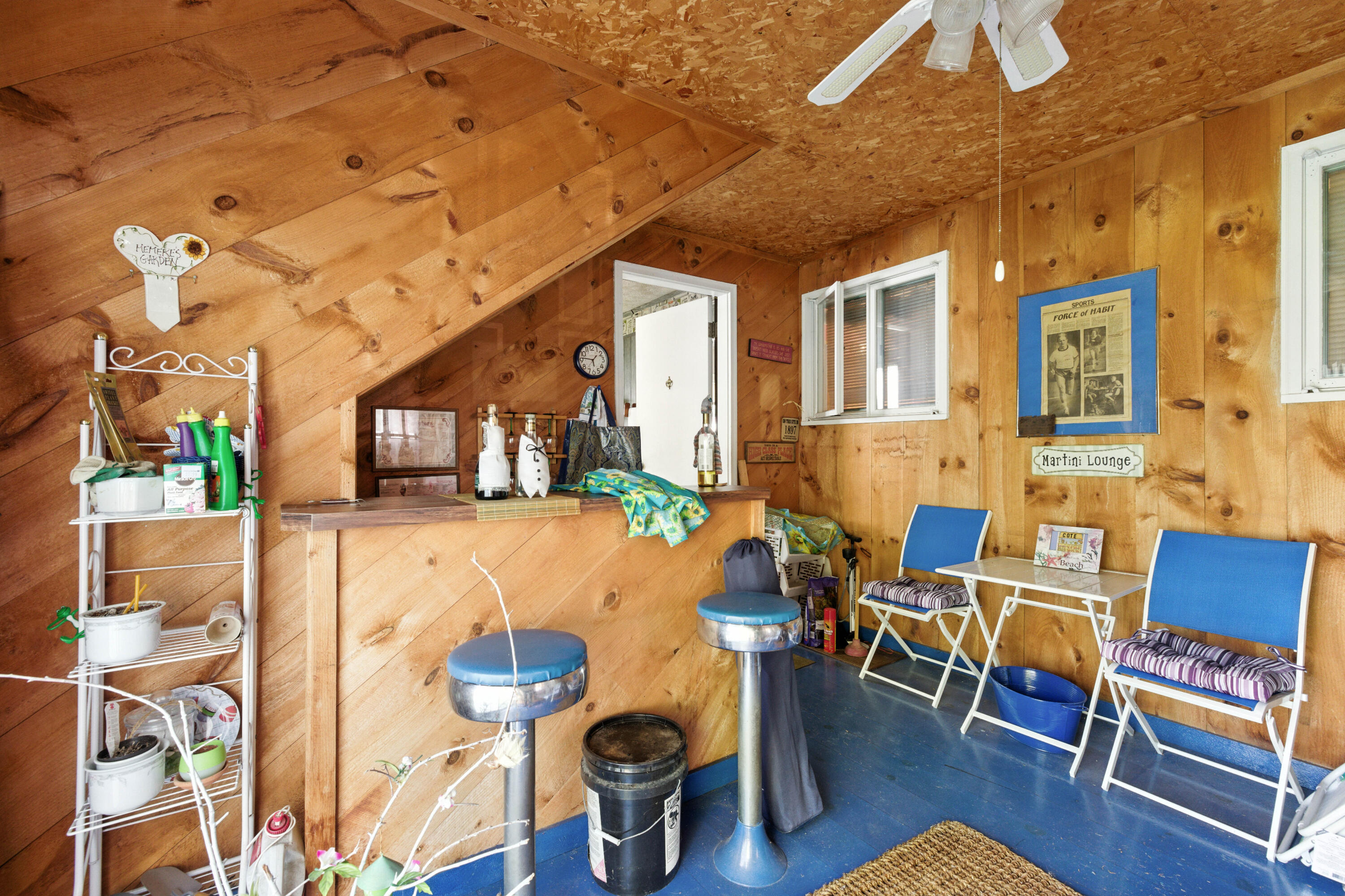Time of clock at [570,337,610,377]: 1:46
